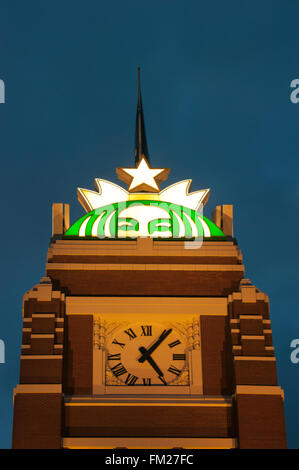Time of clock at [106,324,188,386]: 5:06
